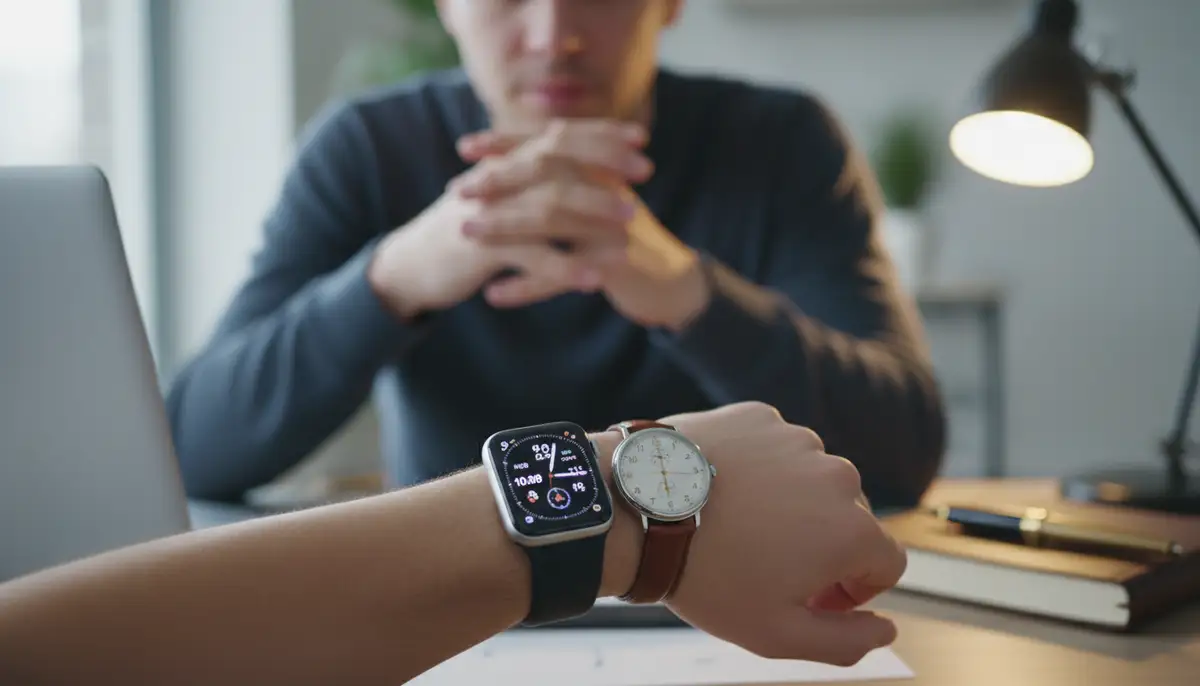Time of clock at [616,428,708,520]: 6:00
